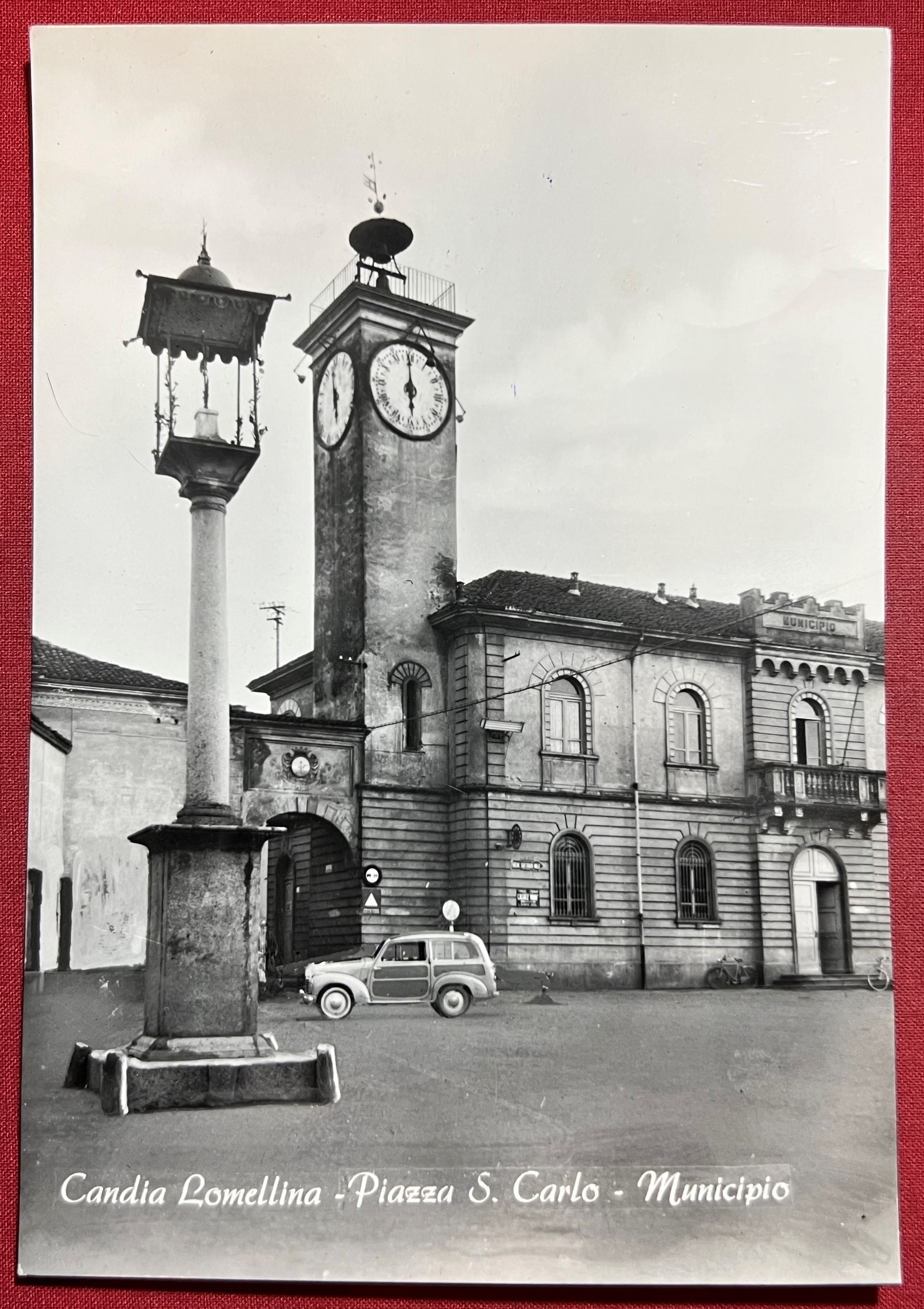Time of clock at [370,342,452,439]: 5:59
